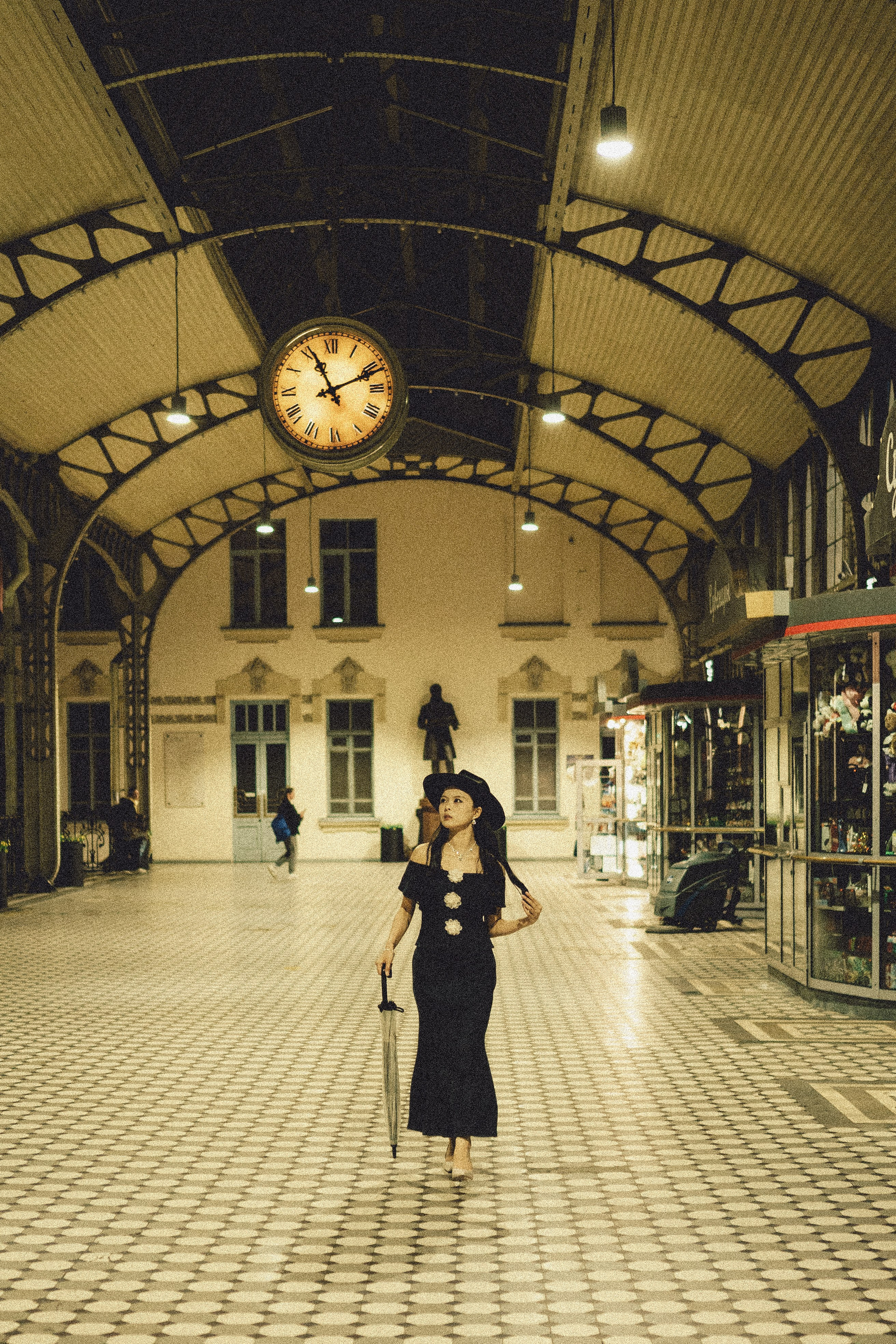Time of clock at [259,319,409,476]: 11:11
